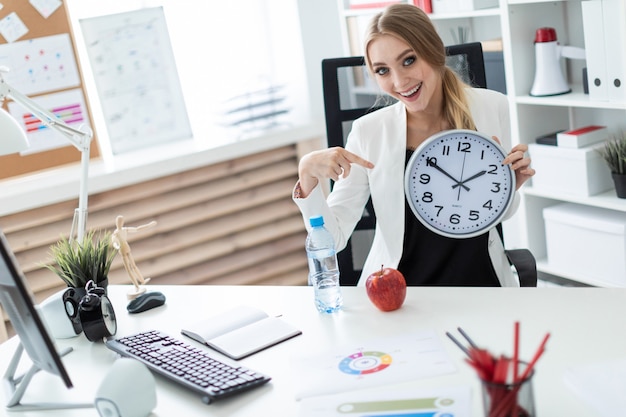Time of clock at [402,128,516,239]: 1:50
